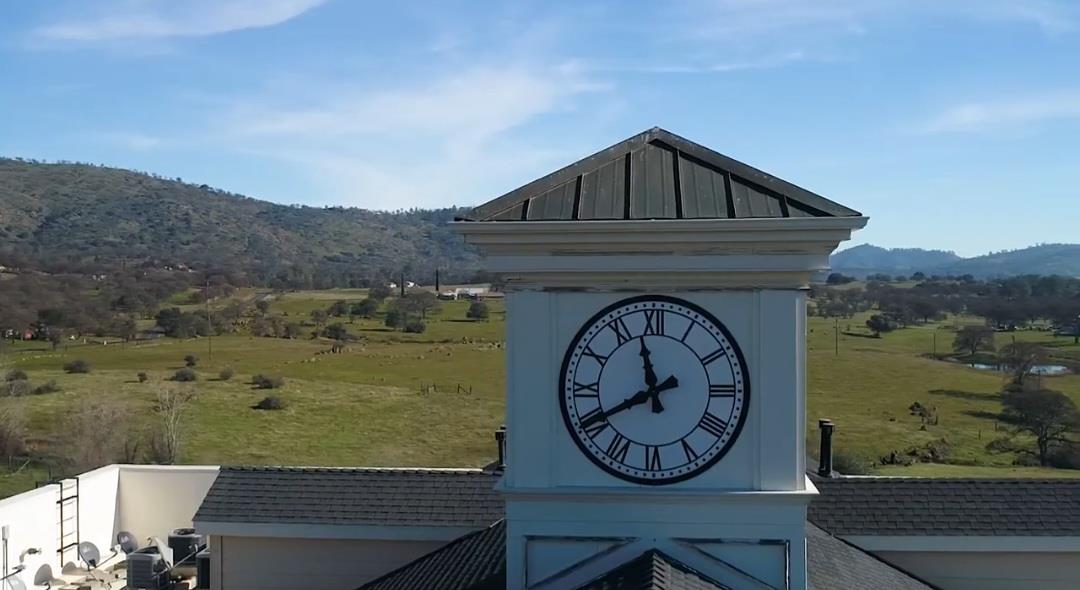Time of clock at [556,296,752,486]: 11:40
